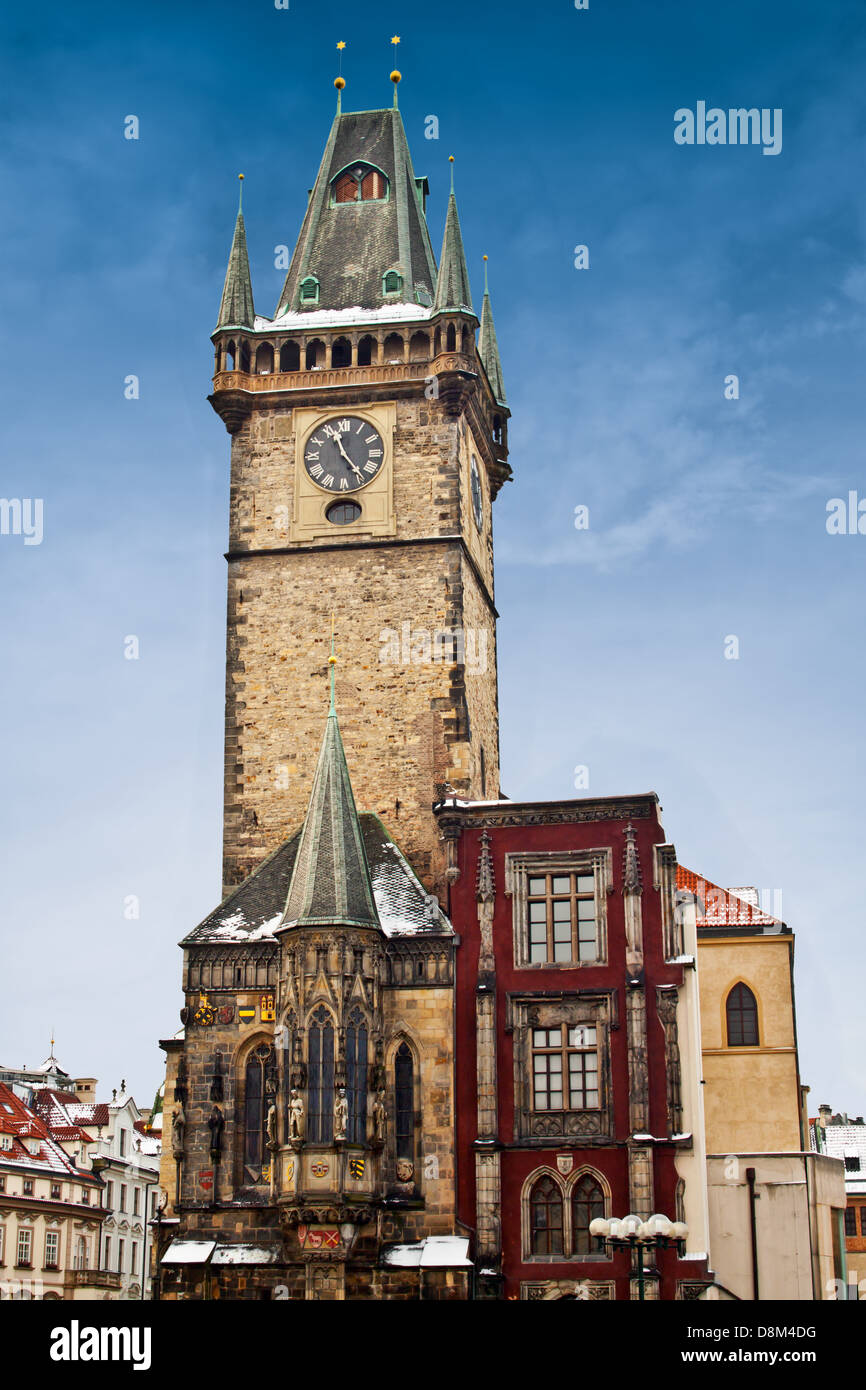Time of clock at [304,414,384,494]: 11:23
